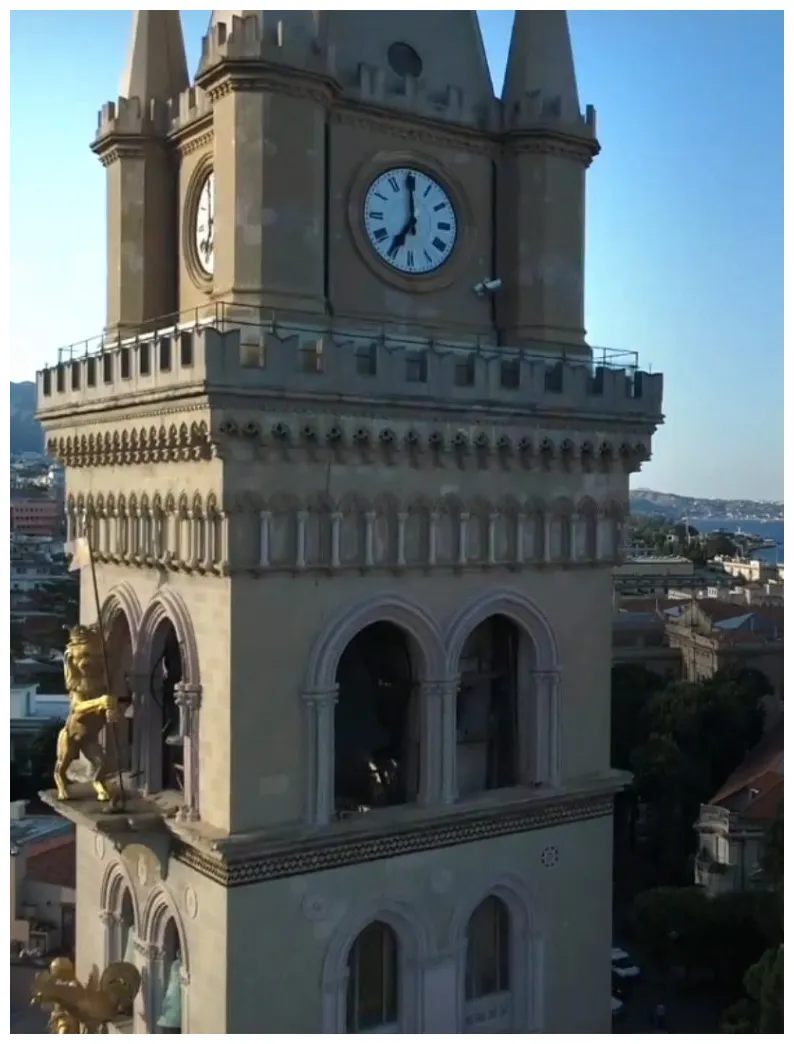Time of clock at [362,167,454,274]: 6:59
